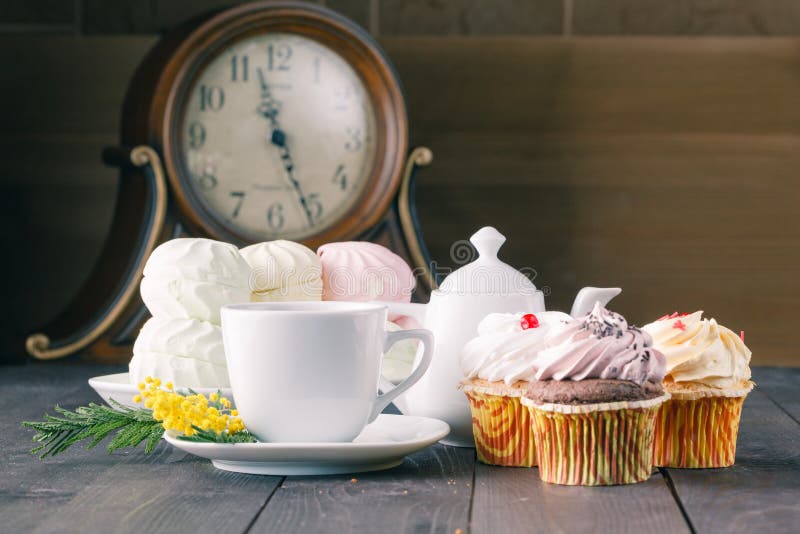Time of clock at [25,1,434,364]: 11:25
